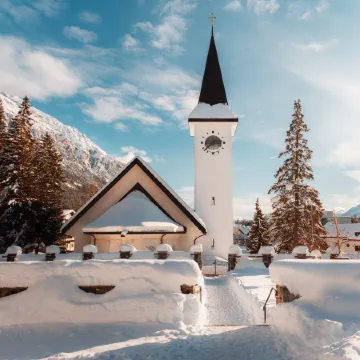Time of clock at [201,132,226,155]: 2:38
